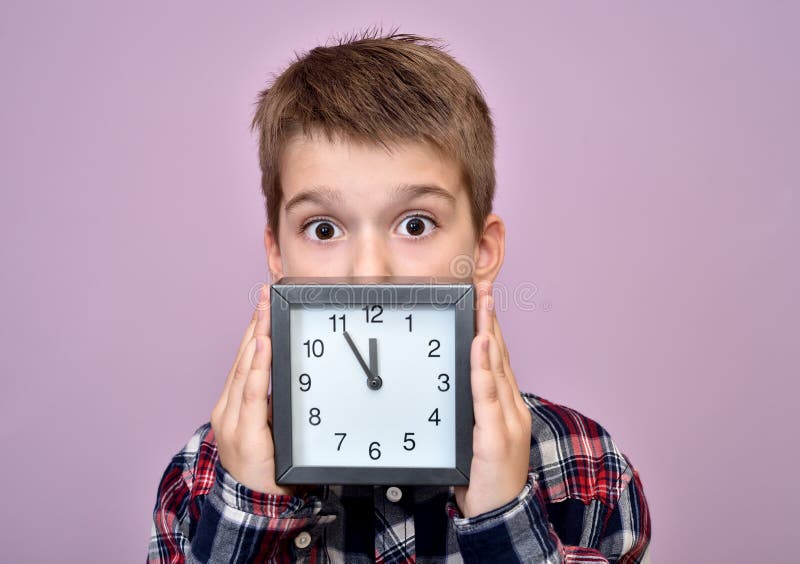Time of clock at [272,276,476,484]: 11:54
